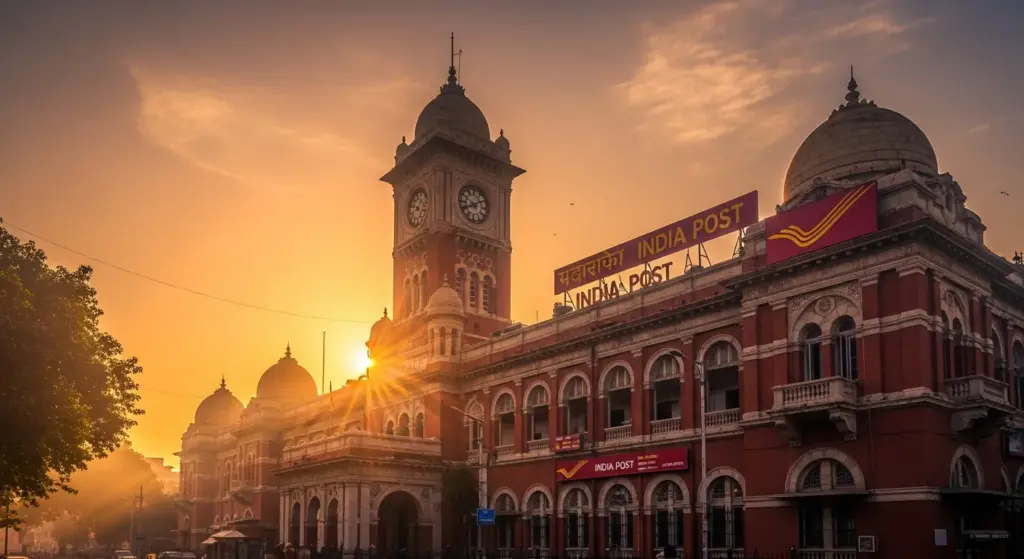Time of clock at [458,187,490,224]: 8:09
